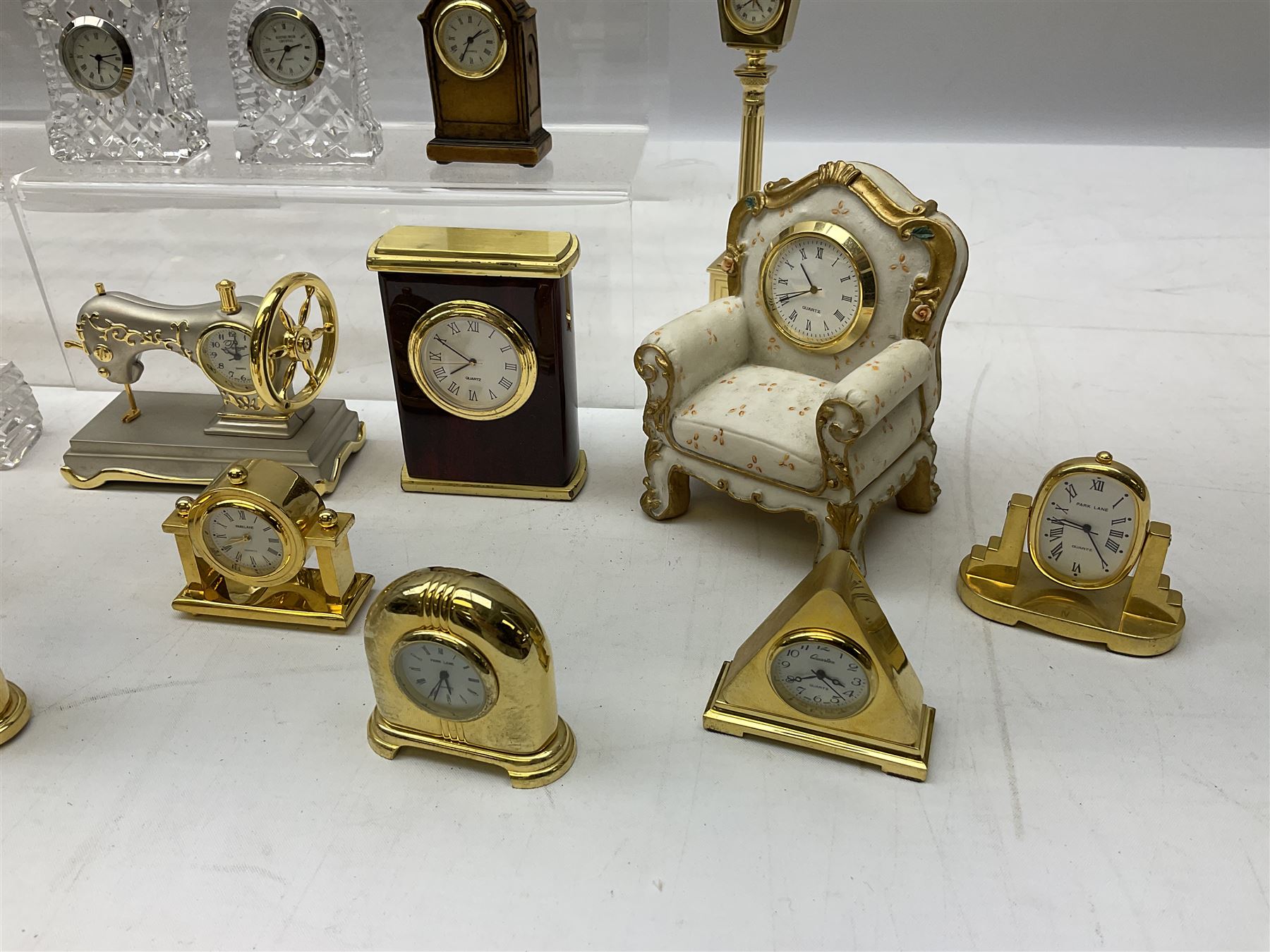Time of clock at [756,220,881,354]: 10:40
